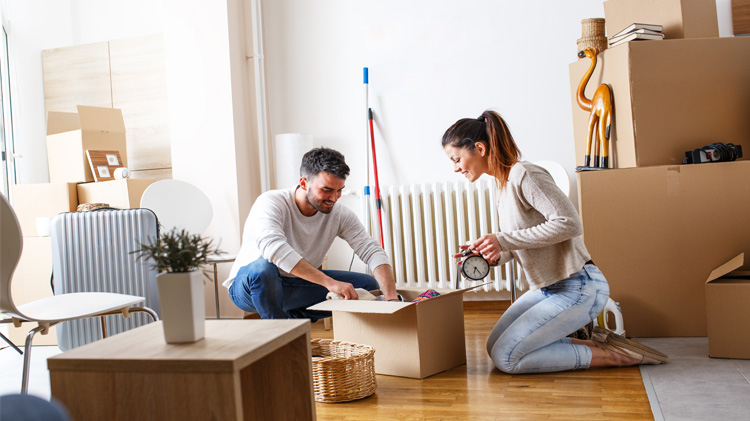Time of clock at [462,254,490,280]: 6:23
